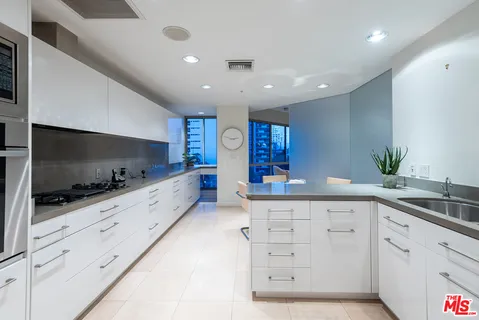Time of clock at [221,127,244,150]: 2:48
